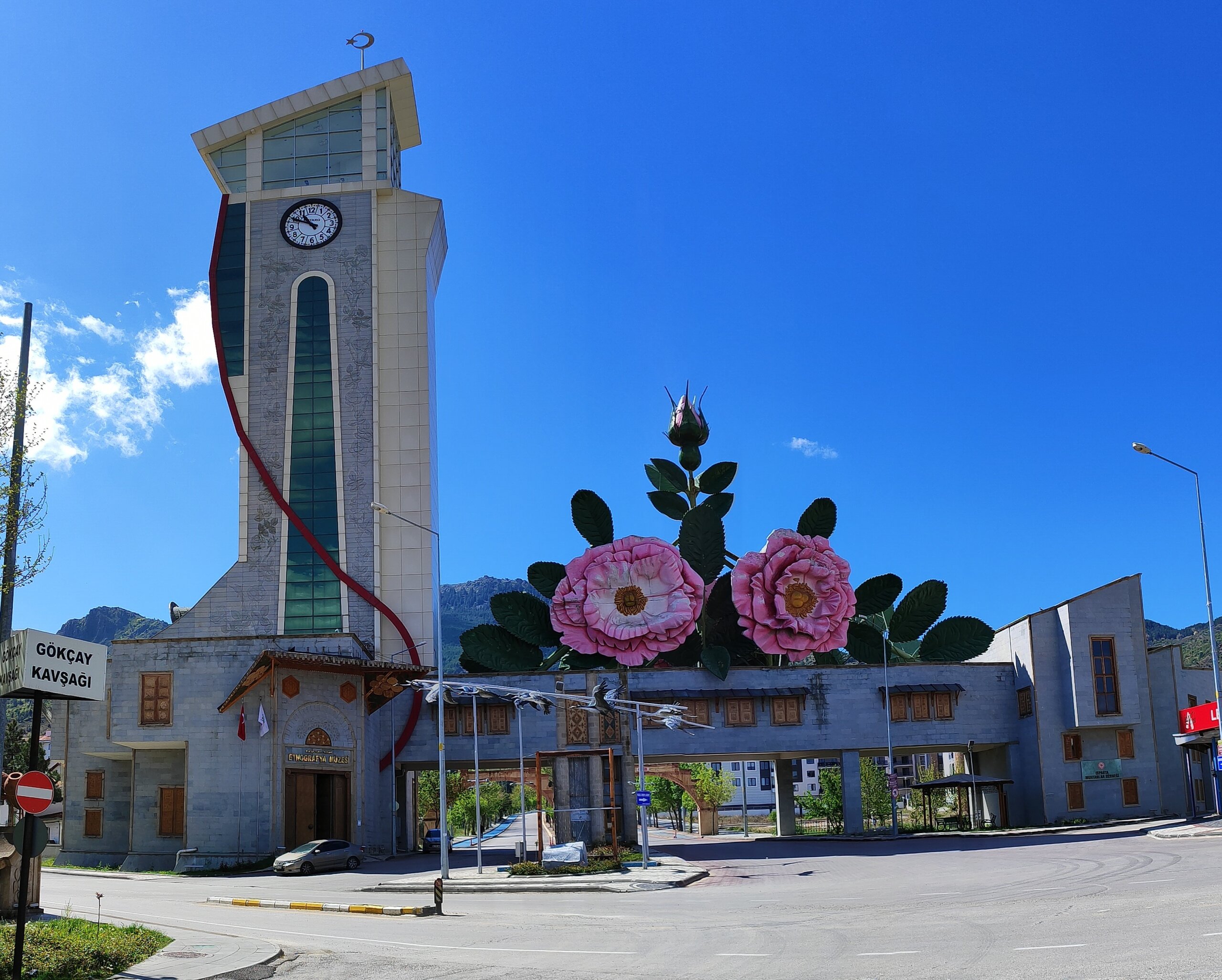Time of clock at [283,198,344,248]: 10:49
